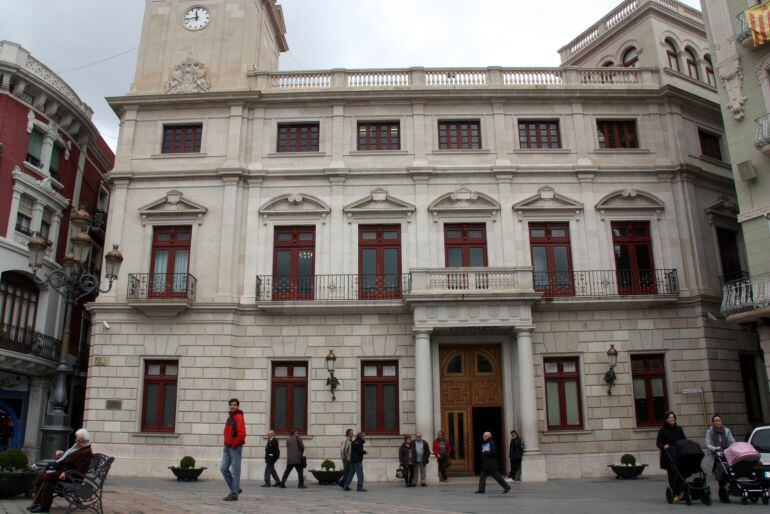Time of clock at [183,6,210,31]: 11:43
